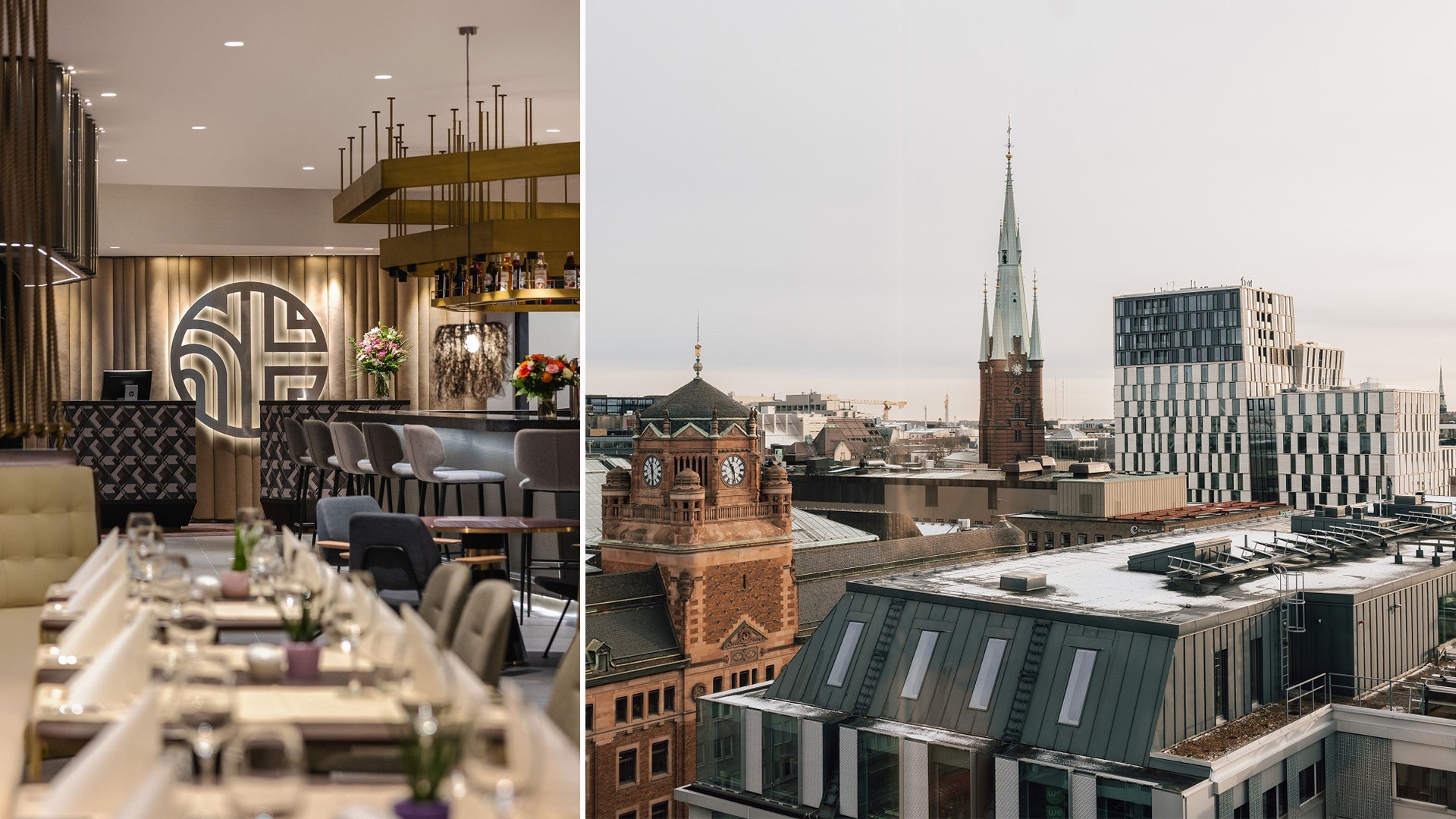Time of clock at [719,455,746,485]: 10:28
